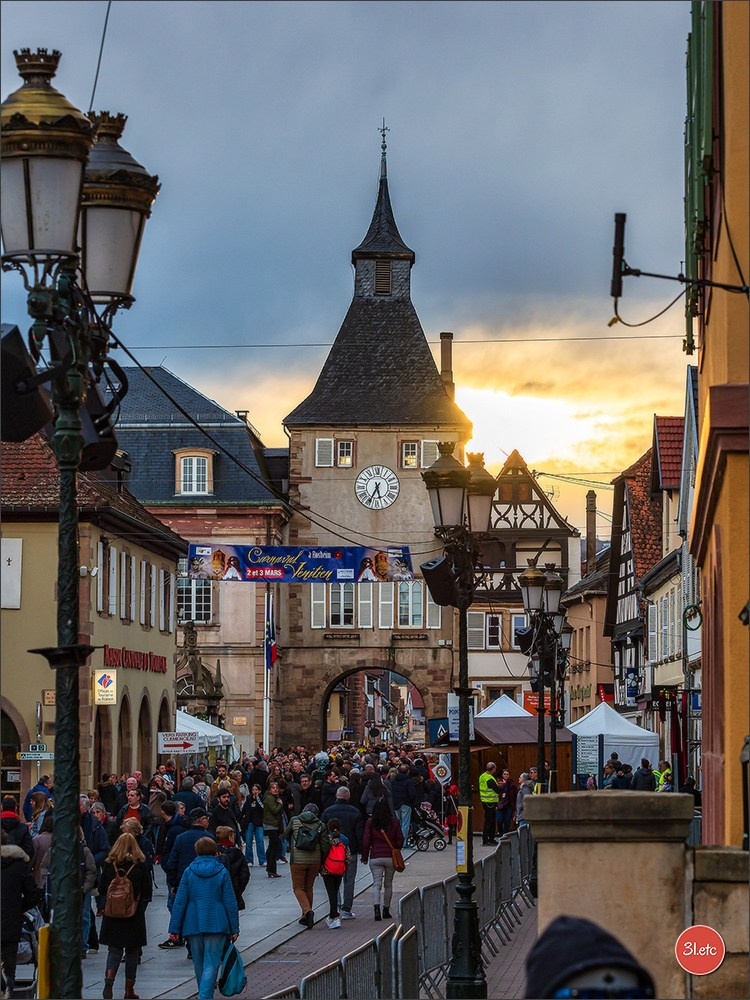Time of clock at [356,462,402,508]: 5:34
